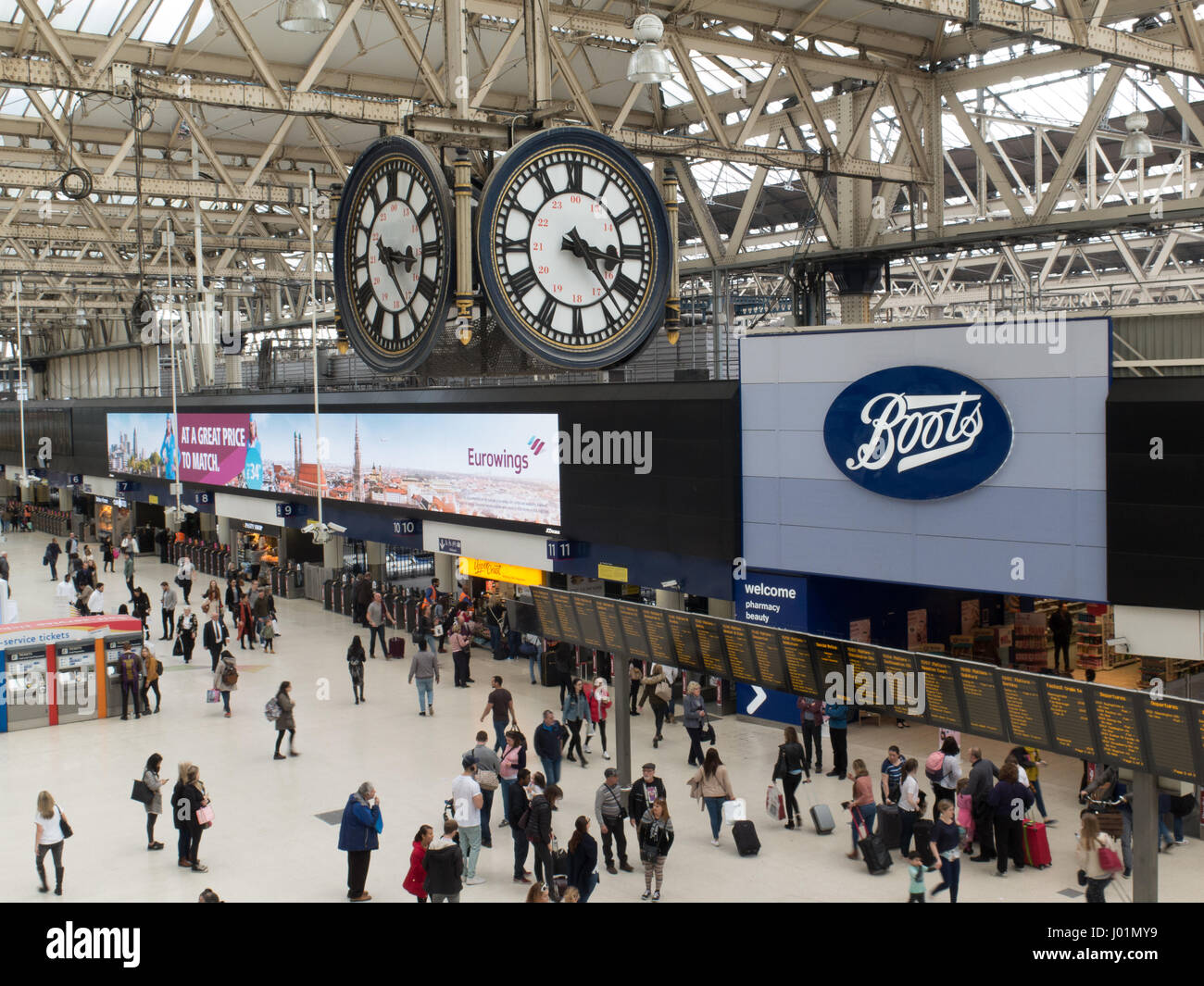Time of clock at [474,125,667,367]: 3:23
